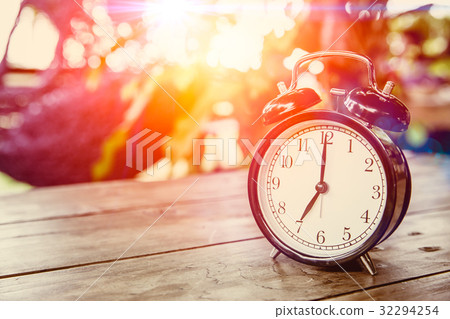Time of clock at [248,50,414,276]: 7:00
